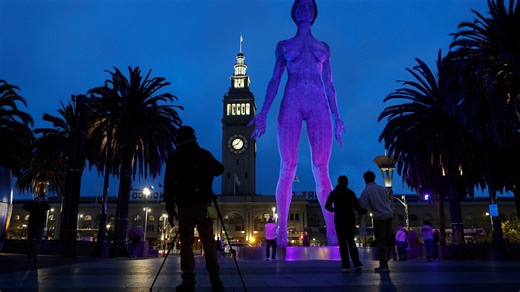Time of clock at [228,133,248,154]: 8:07
